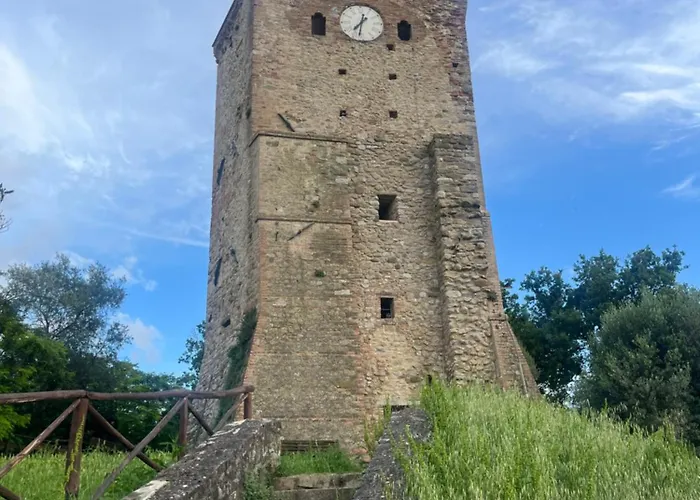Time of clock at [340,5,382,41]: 7:32
